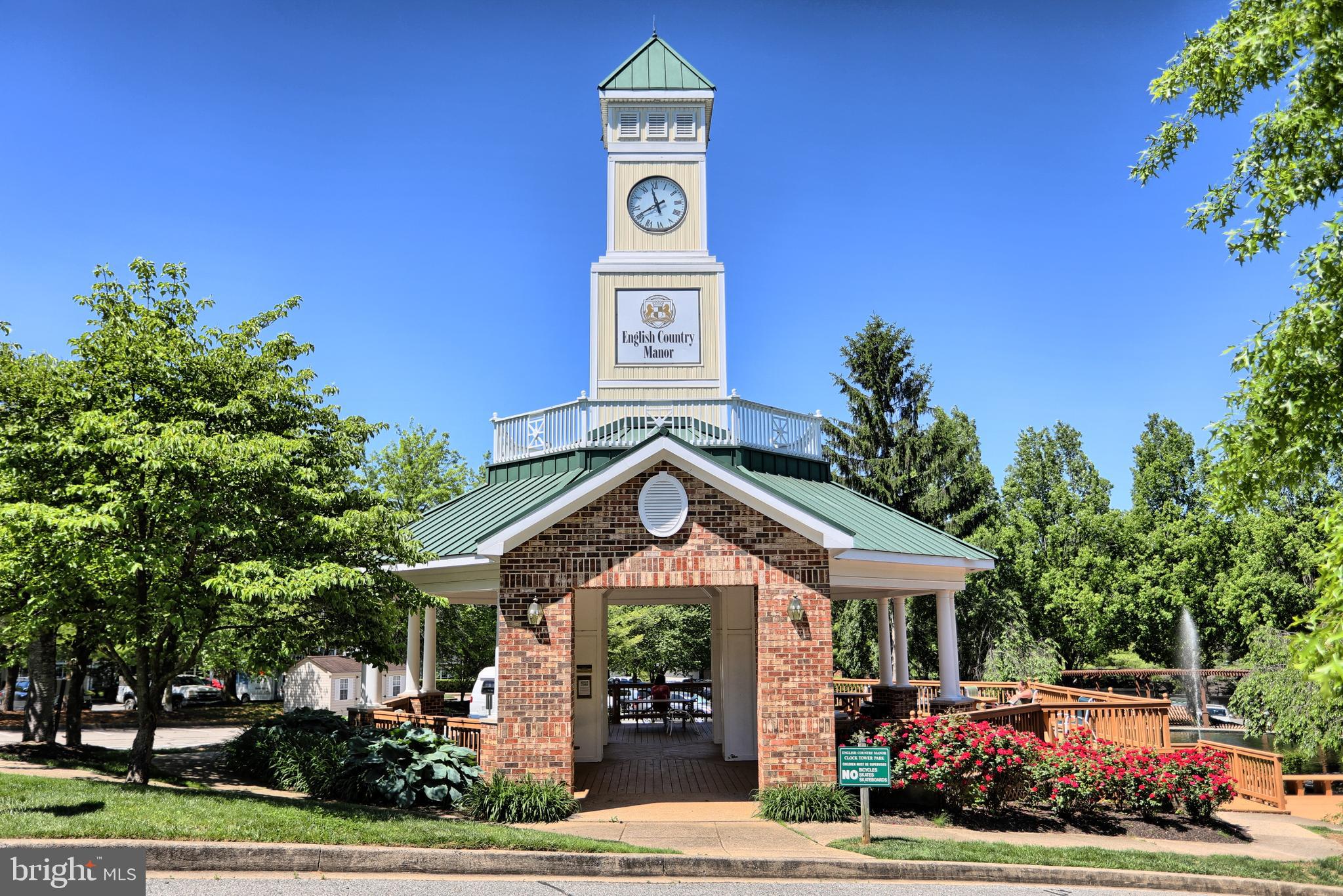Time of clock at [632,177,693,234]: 11:41
